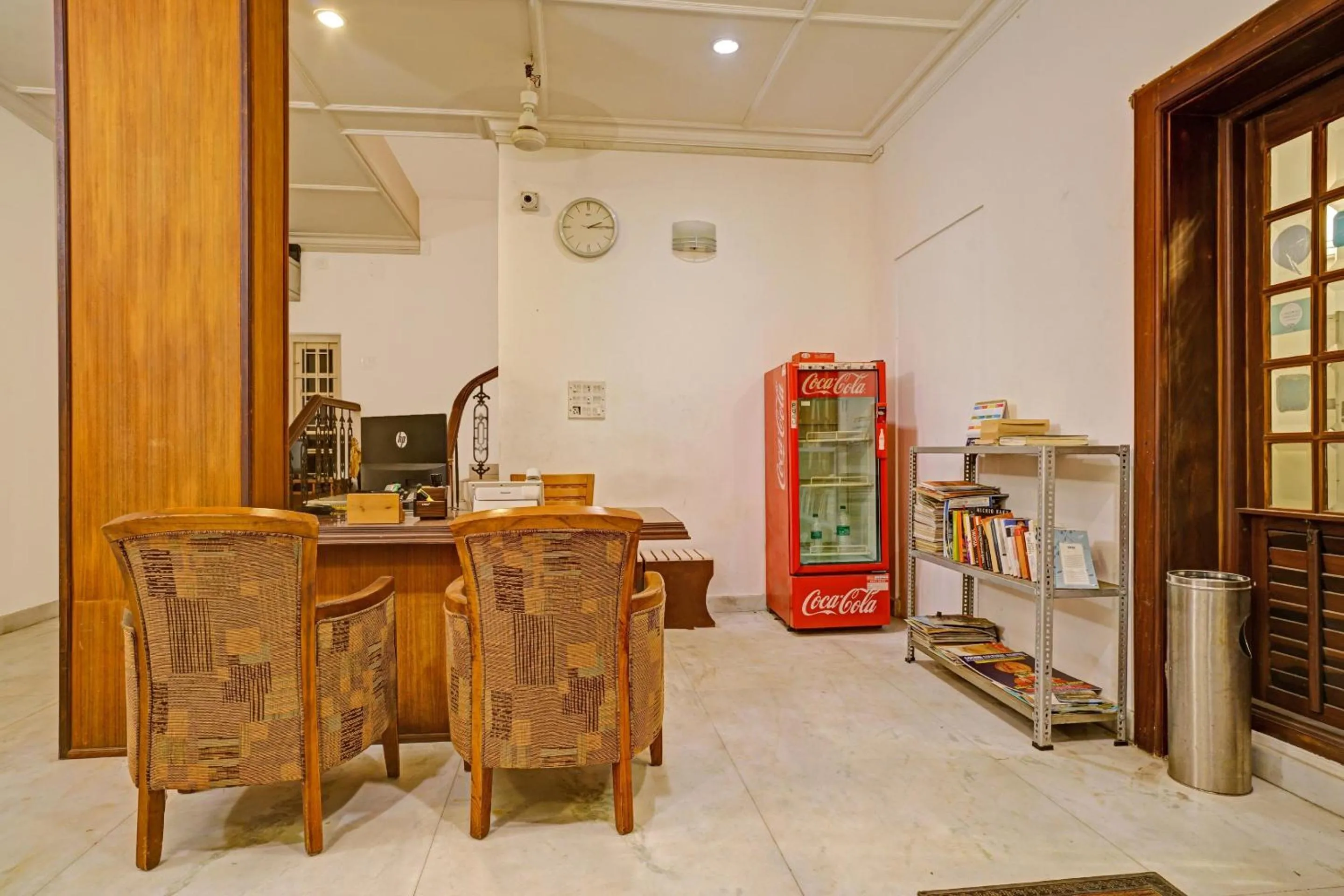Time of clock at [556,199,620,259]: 2:14
